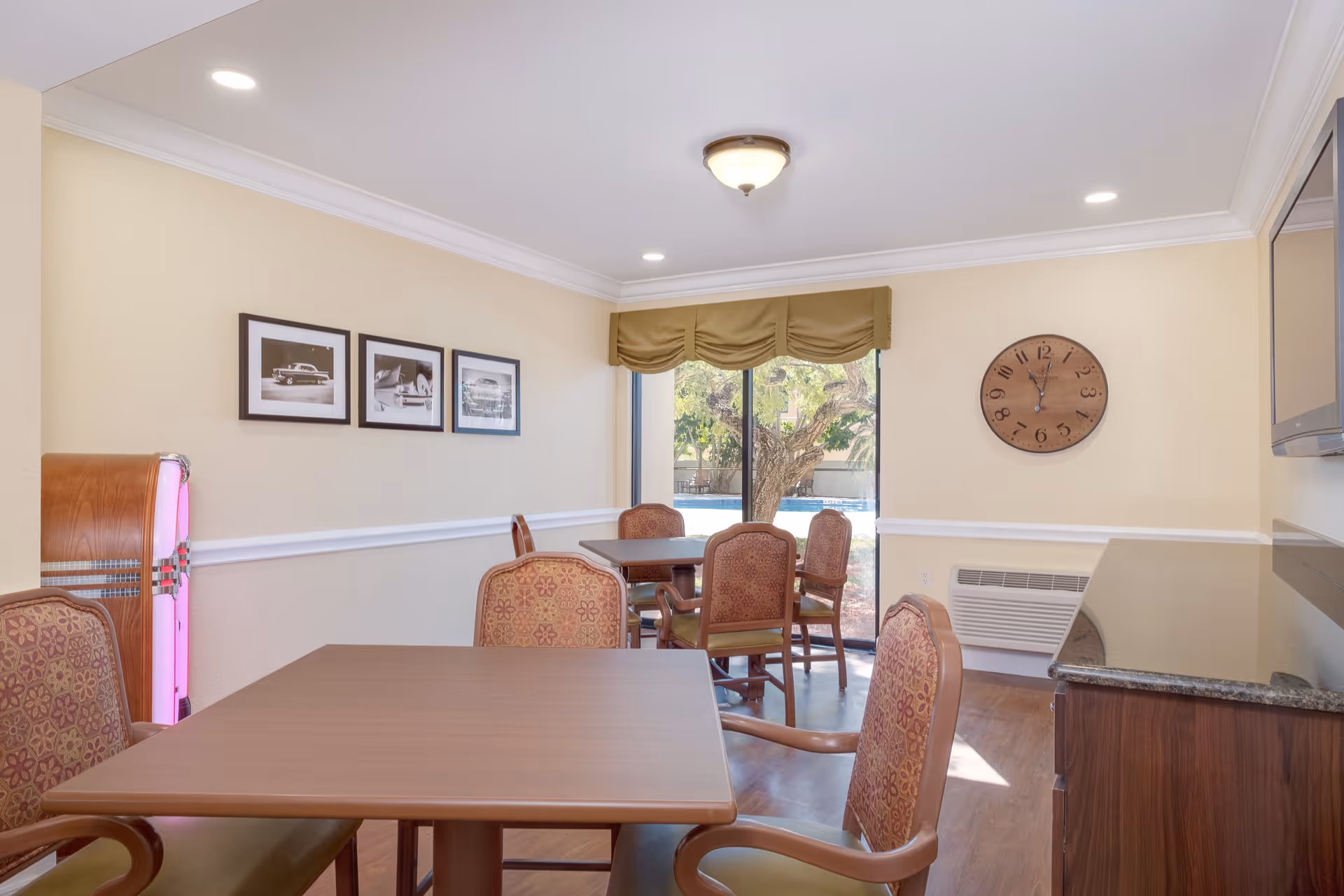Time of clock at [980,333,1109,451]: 11:01
